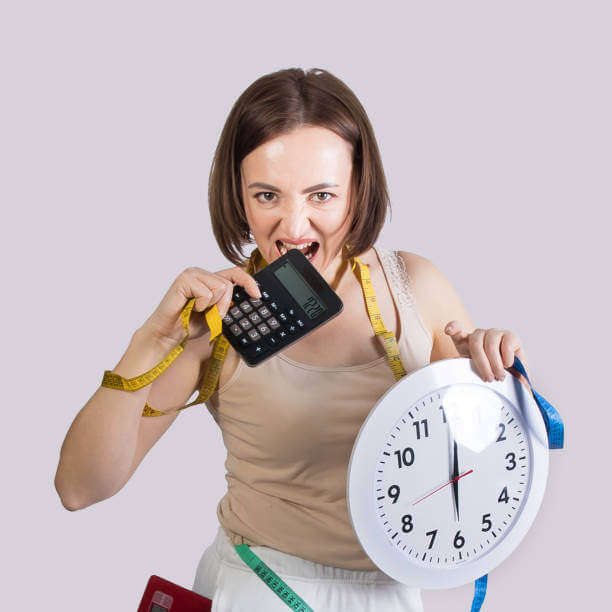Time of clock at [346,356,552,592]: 6:00
